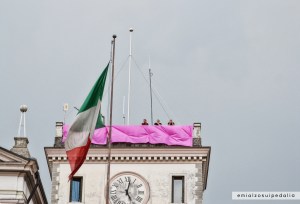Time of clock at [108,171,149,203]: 5:02
